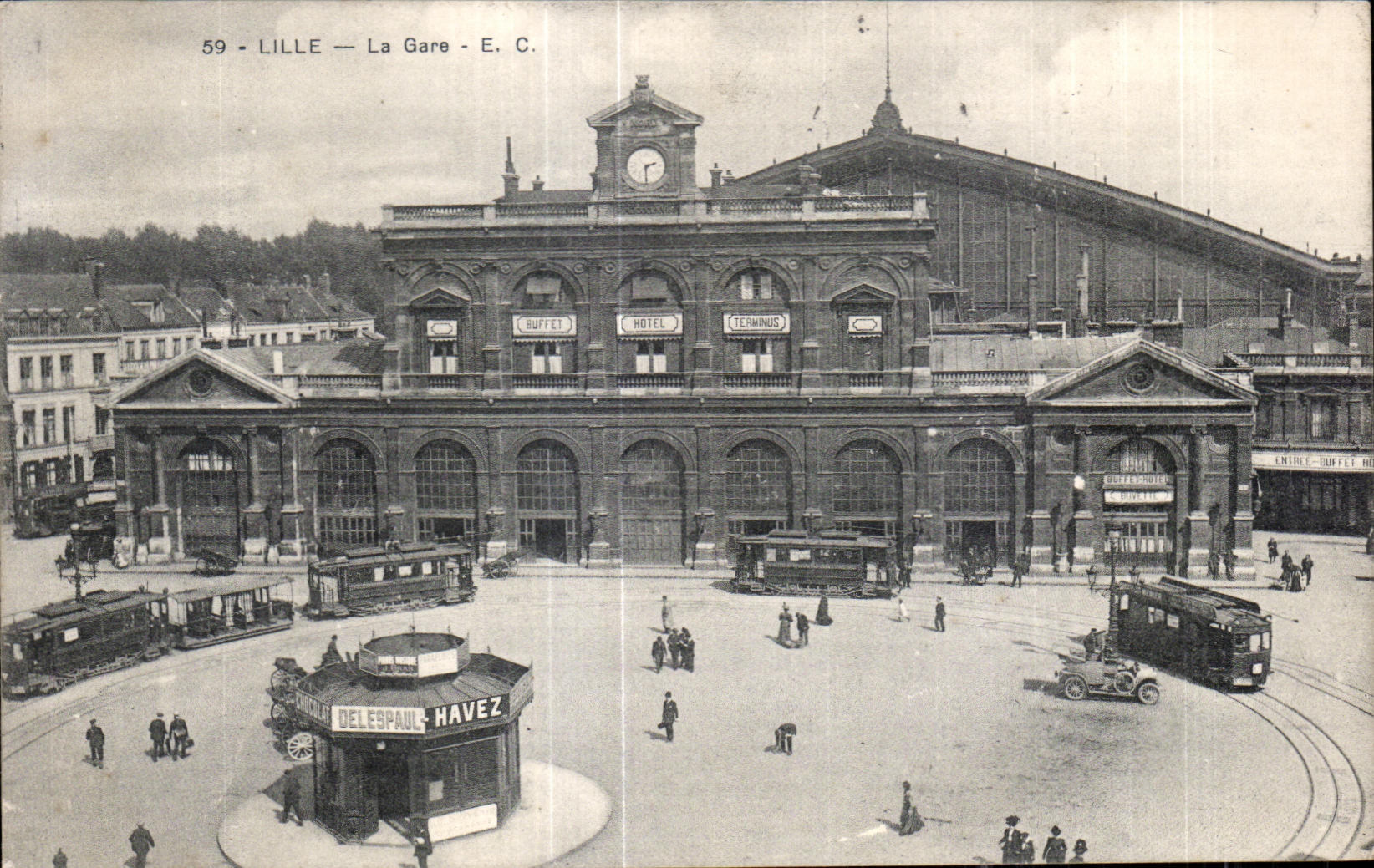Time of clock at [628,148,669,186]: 2:29
